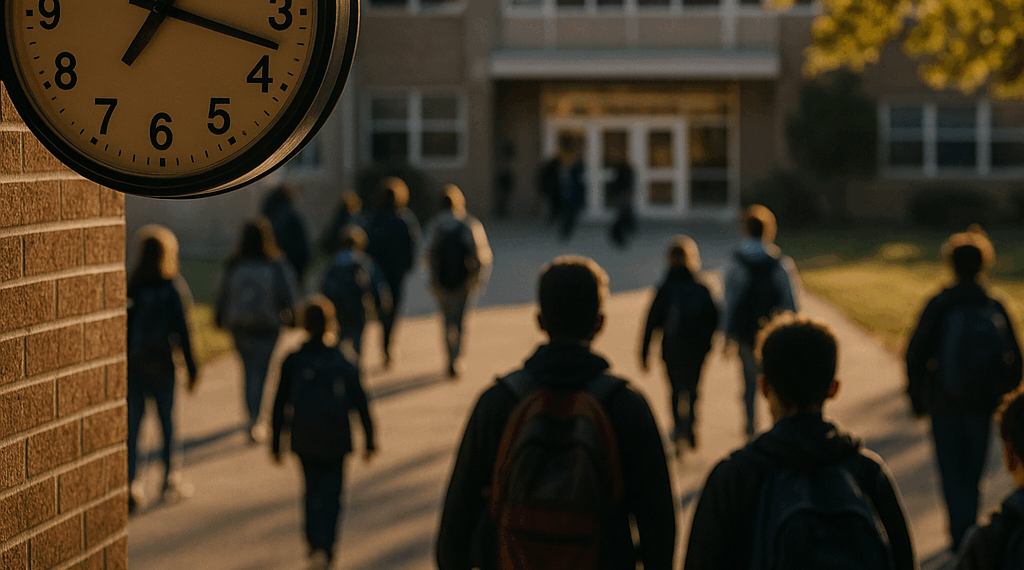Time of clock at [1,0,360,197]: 7:17
